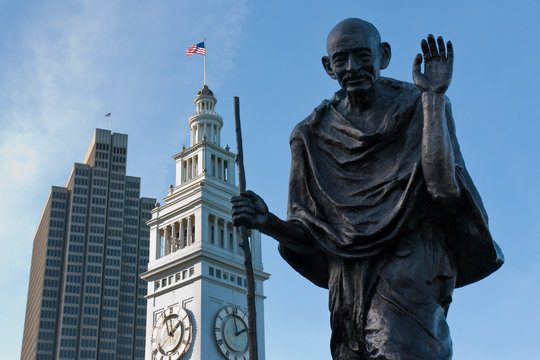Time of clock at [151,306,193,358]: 1:56
